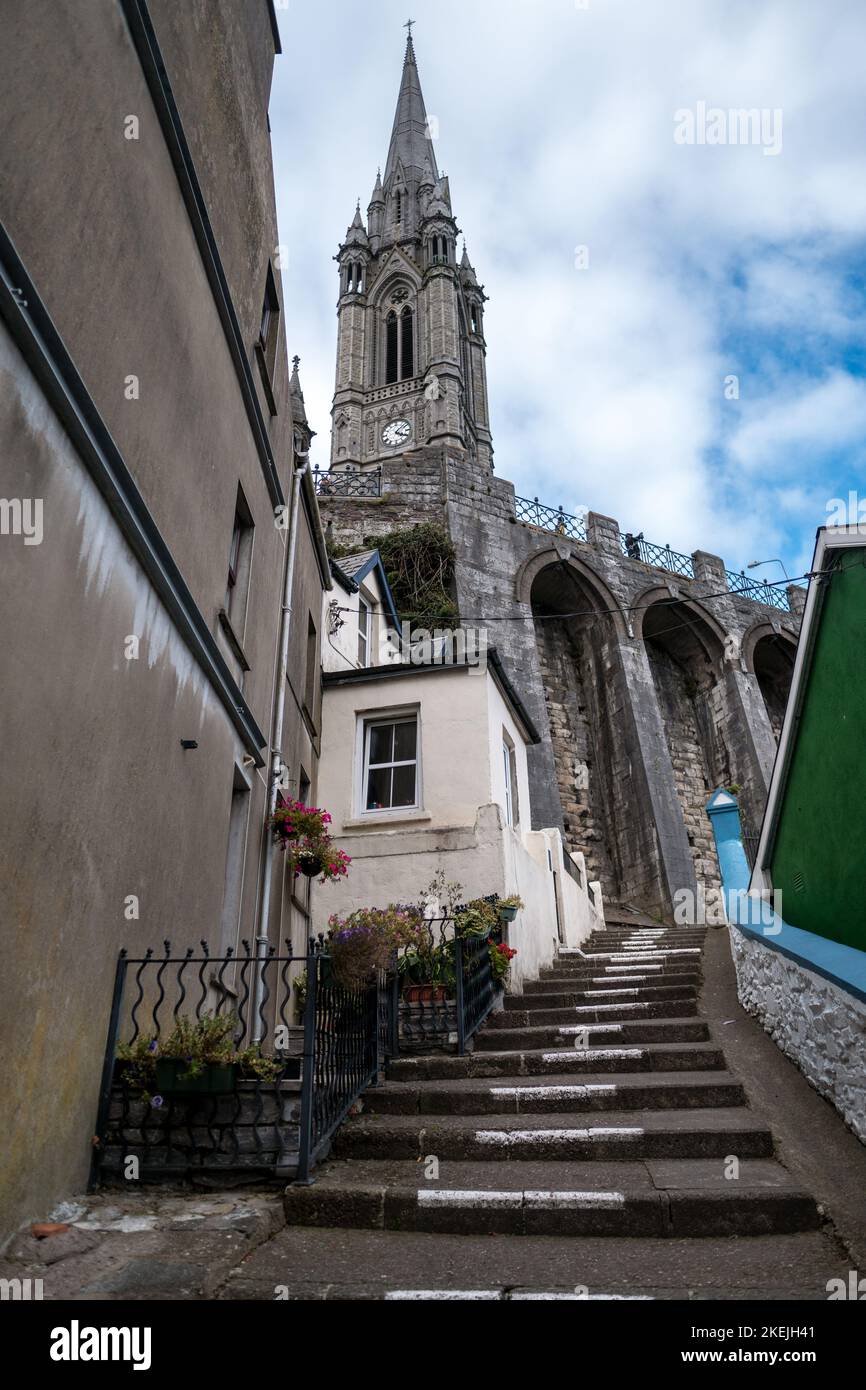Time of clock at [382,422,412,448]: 4:07
